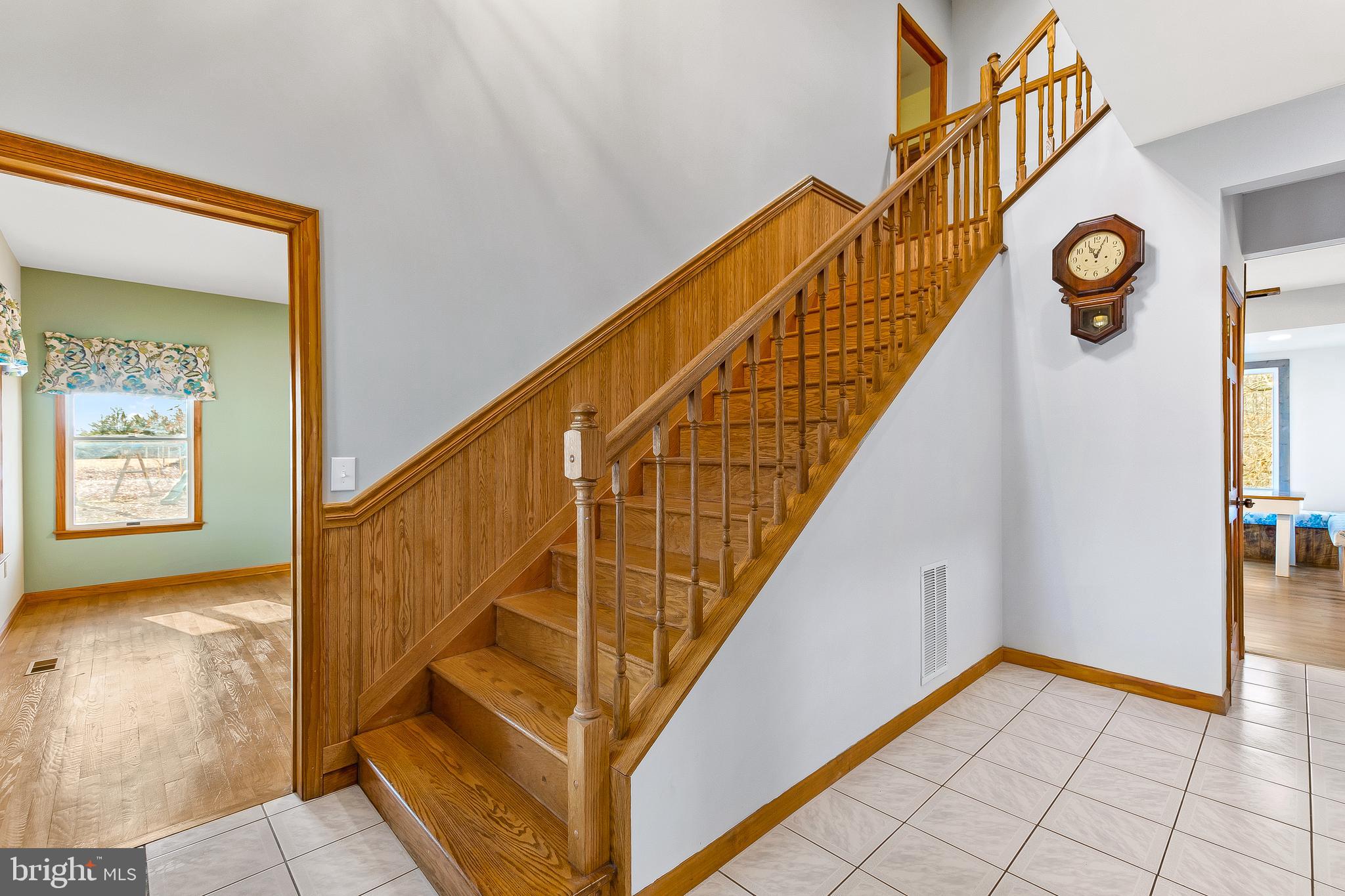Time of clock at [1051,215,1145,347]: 11:03
